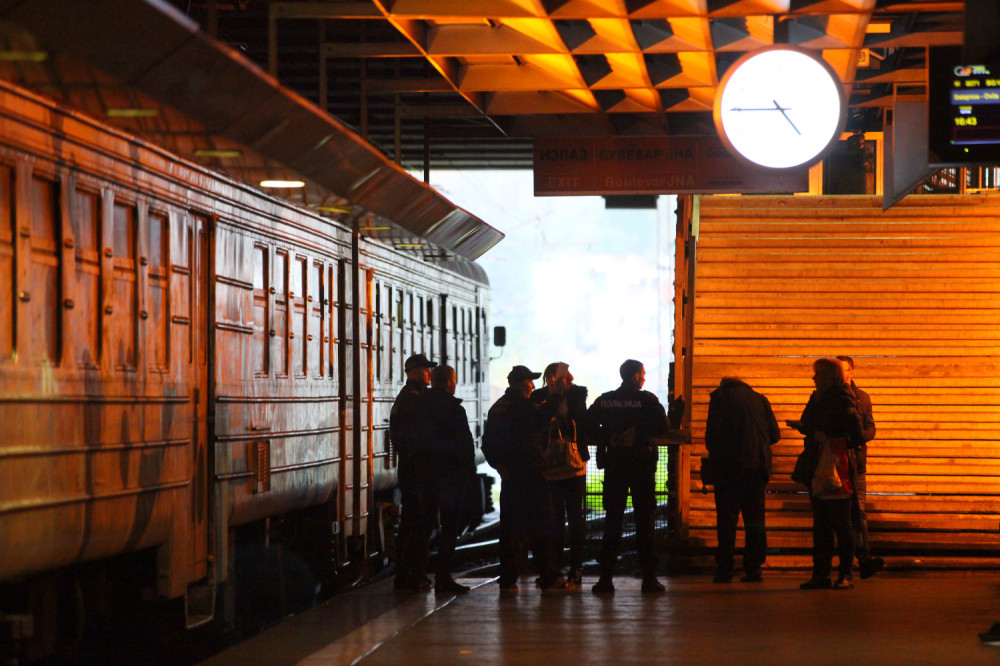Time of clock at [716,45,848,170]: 4:45
